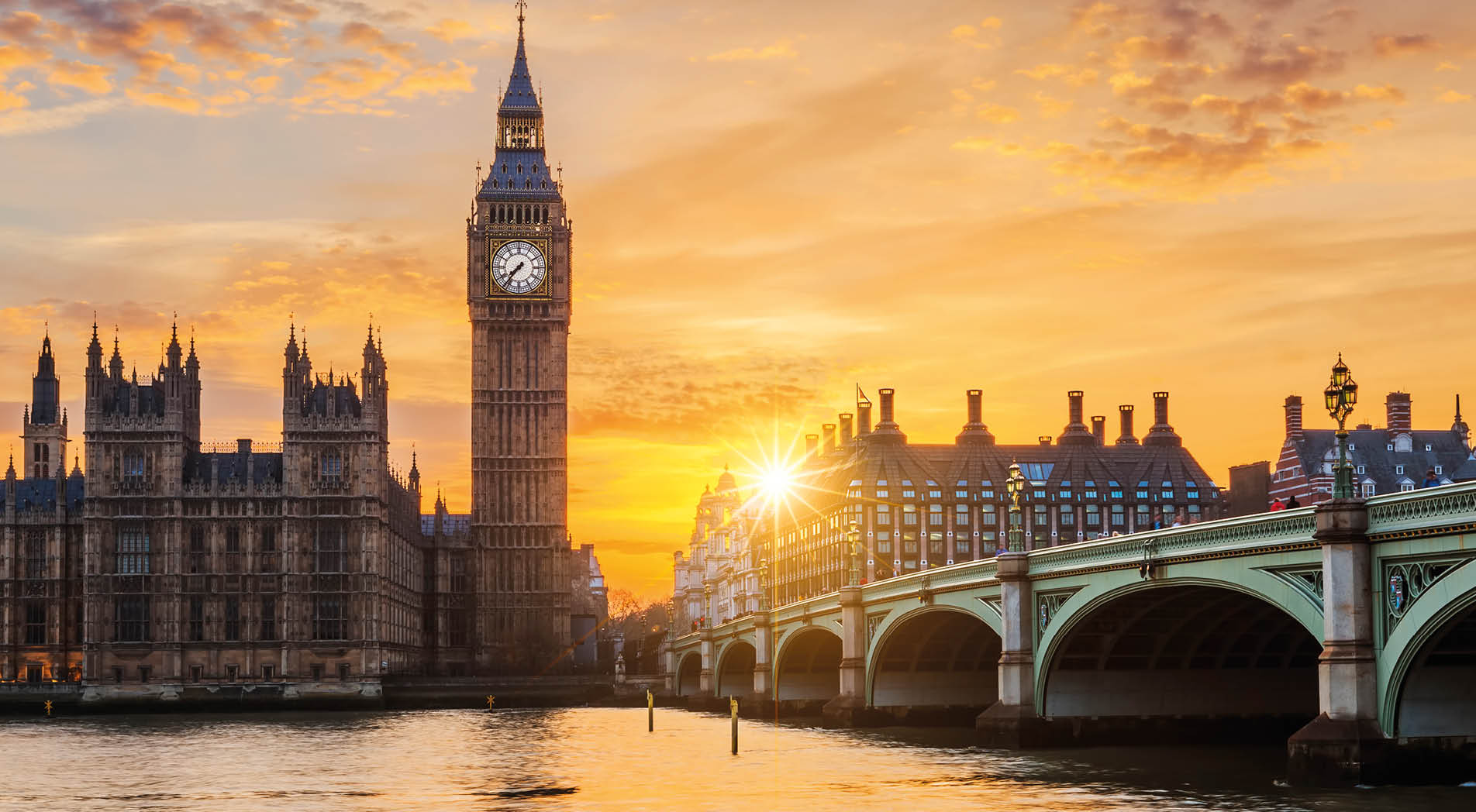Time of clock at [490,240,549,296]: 7:36
